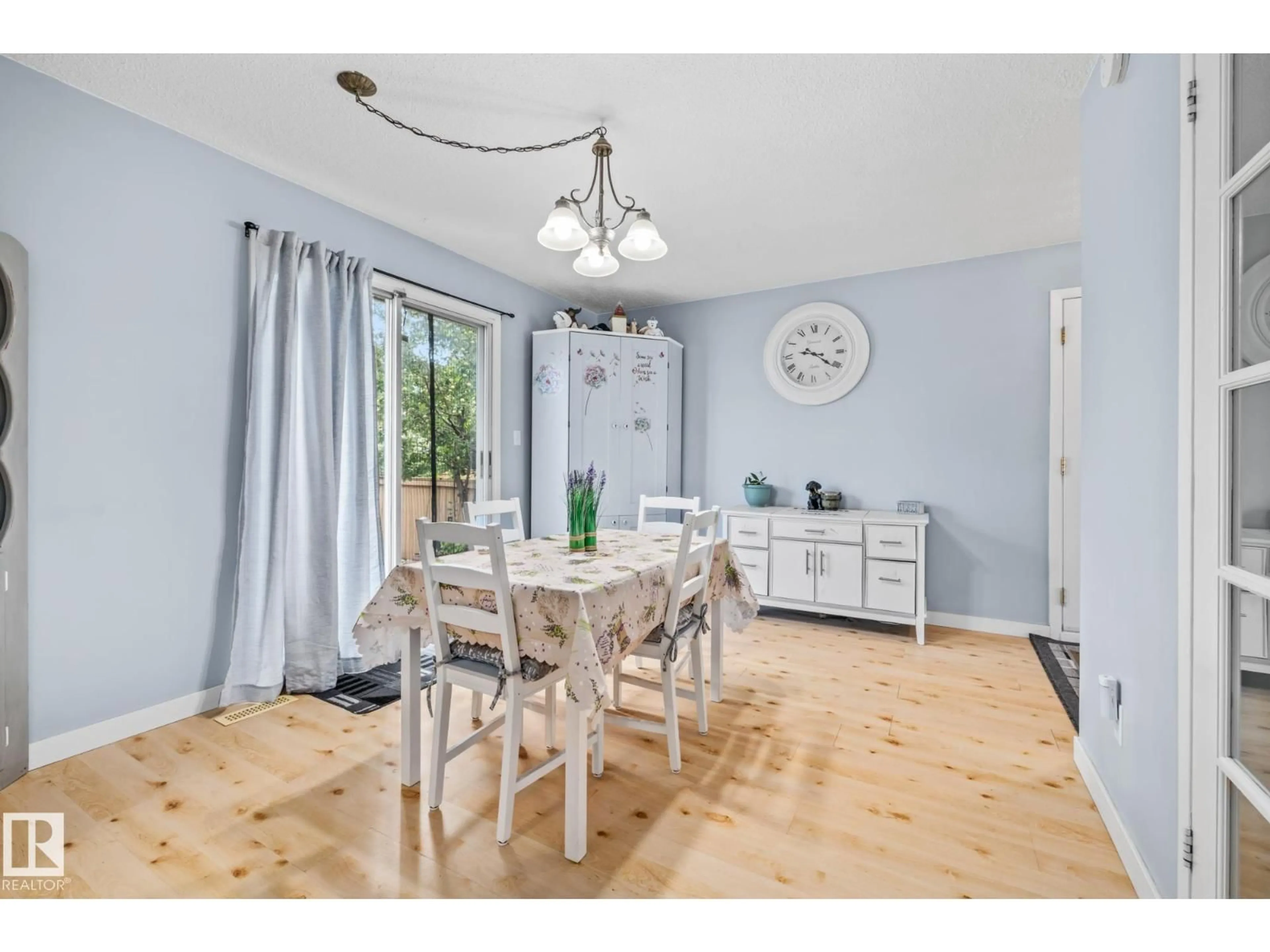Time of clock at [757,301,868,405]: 9:21
